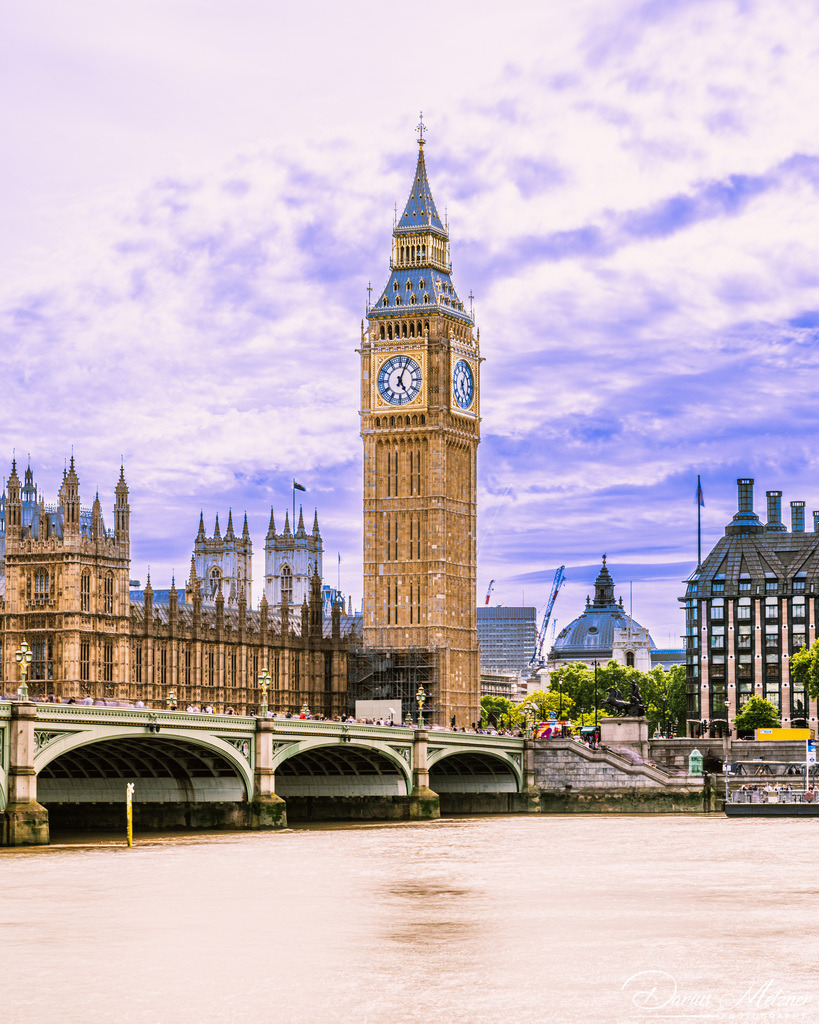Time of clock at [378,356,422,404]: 5:03
